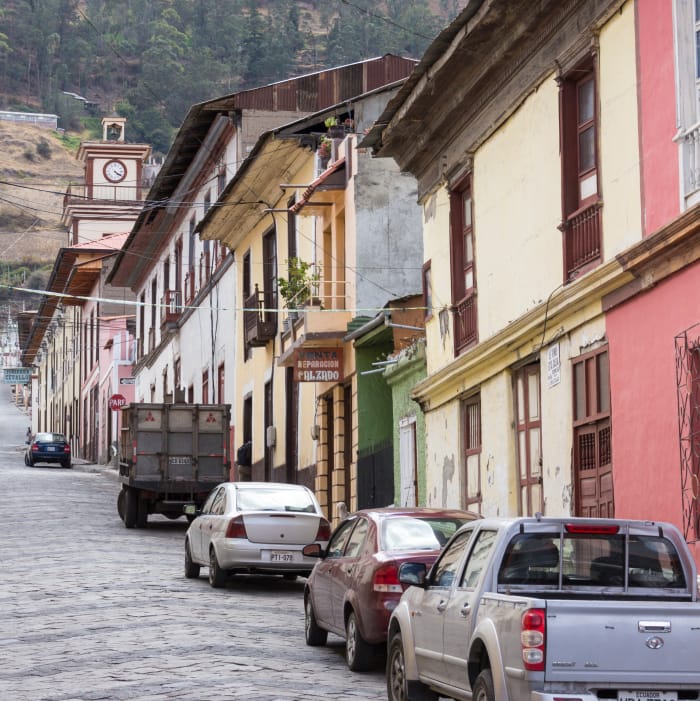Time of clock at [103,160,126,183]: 4:20
